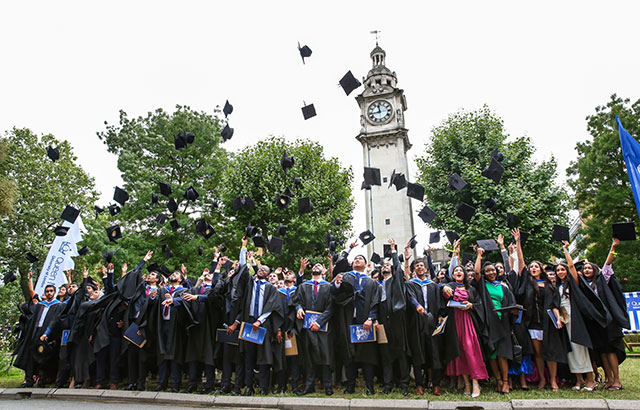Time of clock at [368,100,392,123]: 11:42
